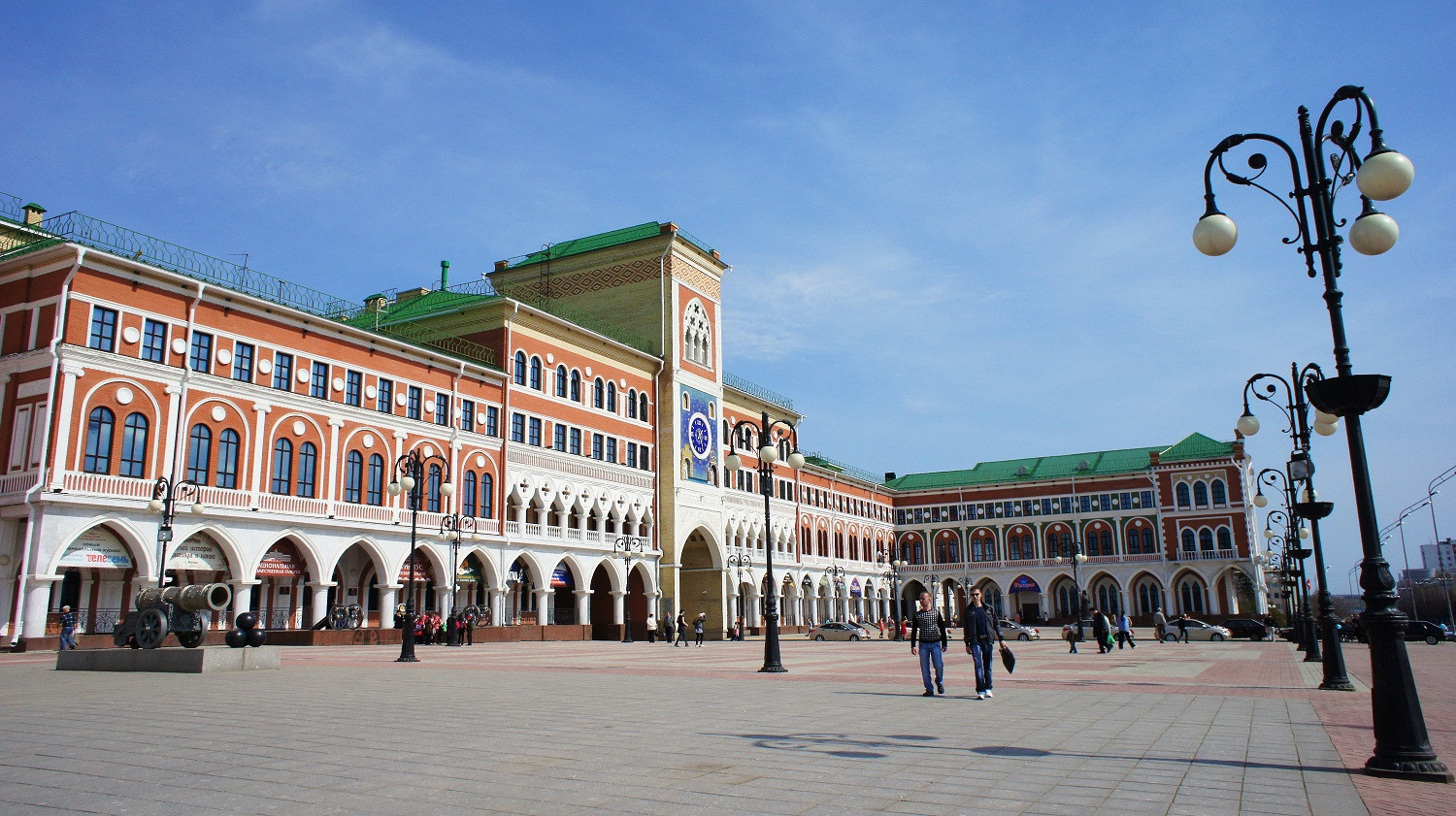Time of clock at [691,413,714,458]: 1:28
